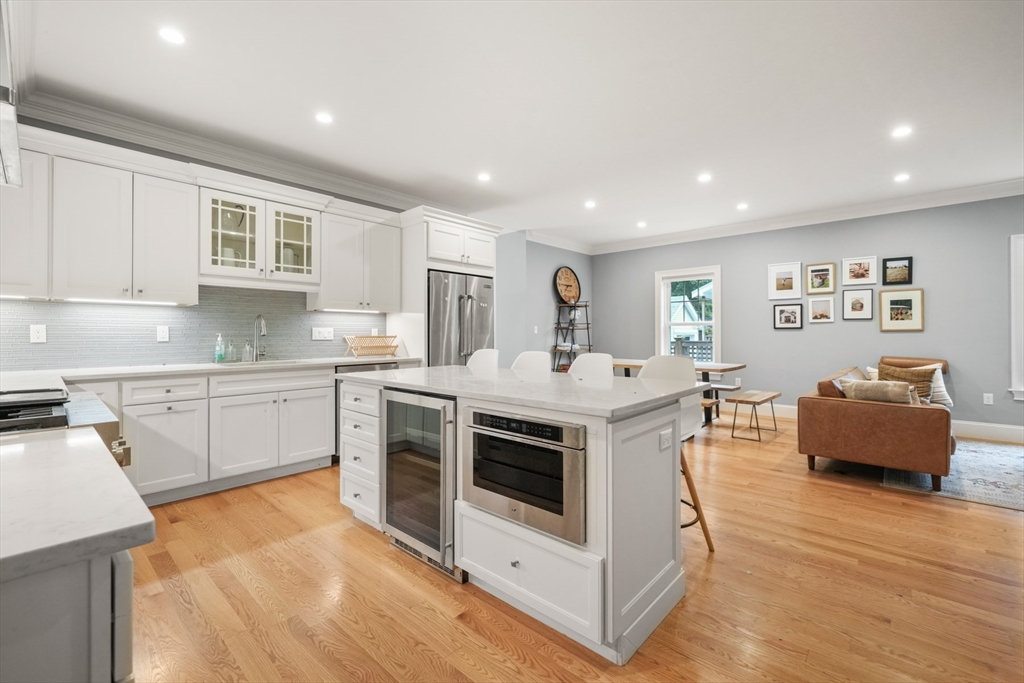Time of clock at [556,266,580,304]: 7:45
